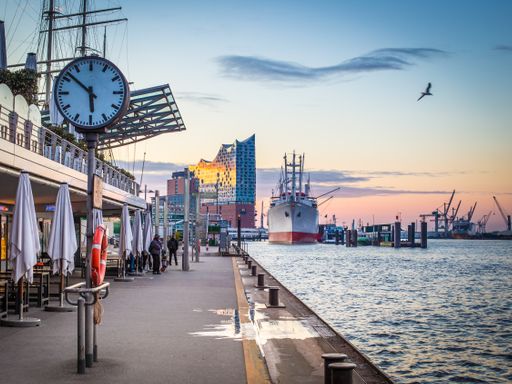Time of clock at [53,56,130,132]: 5:51
